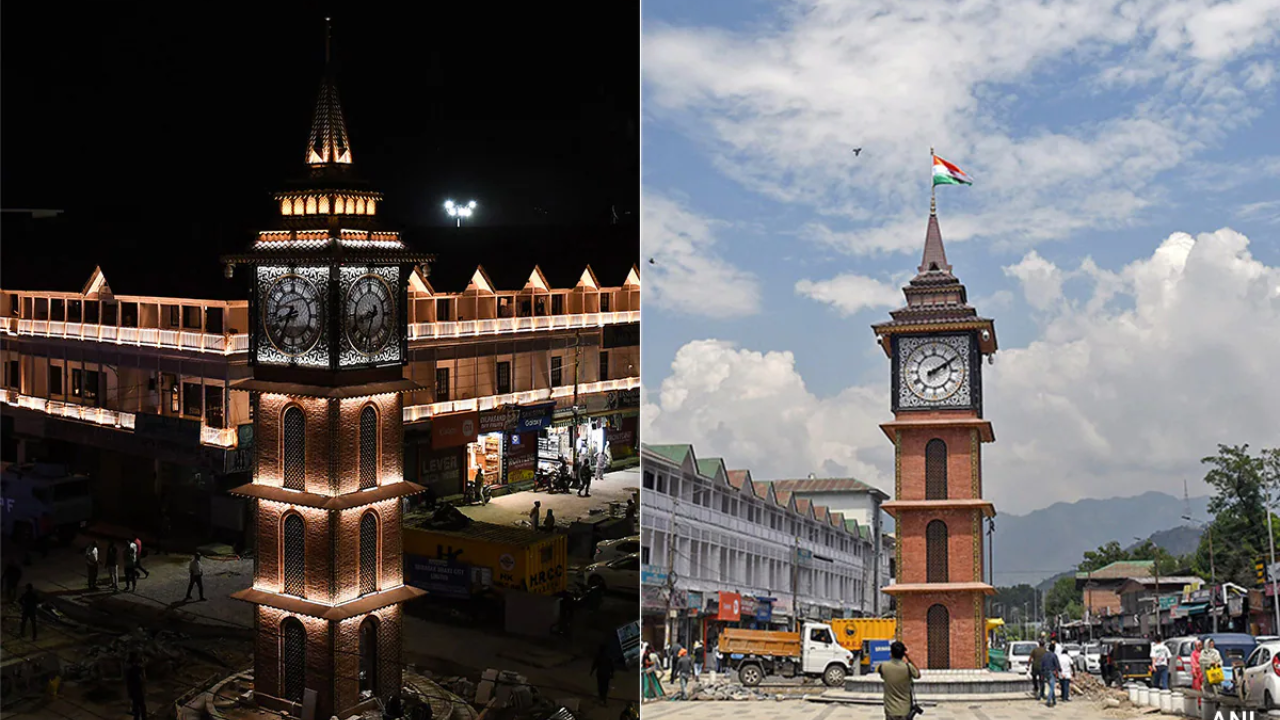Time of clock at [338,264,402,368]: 8:33
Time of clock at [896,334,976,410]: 2:09
